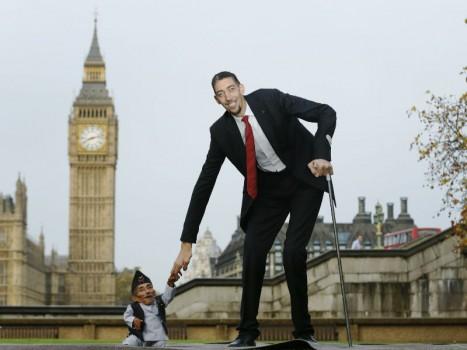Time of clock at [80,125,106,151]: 8:12
